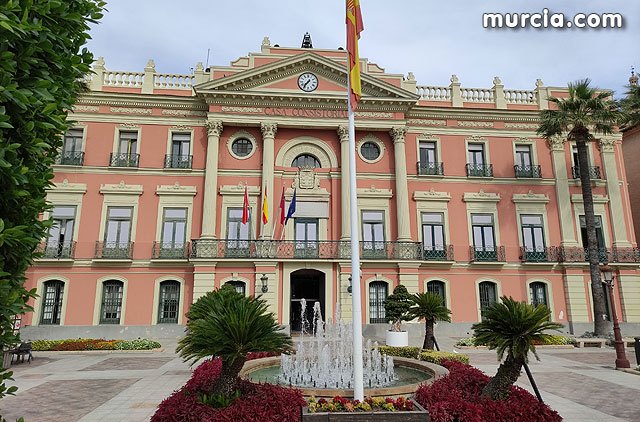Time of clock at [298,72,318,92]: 7:36
